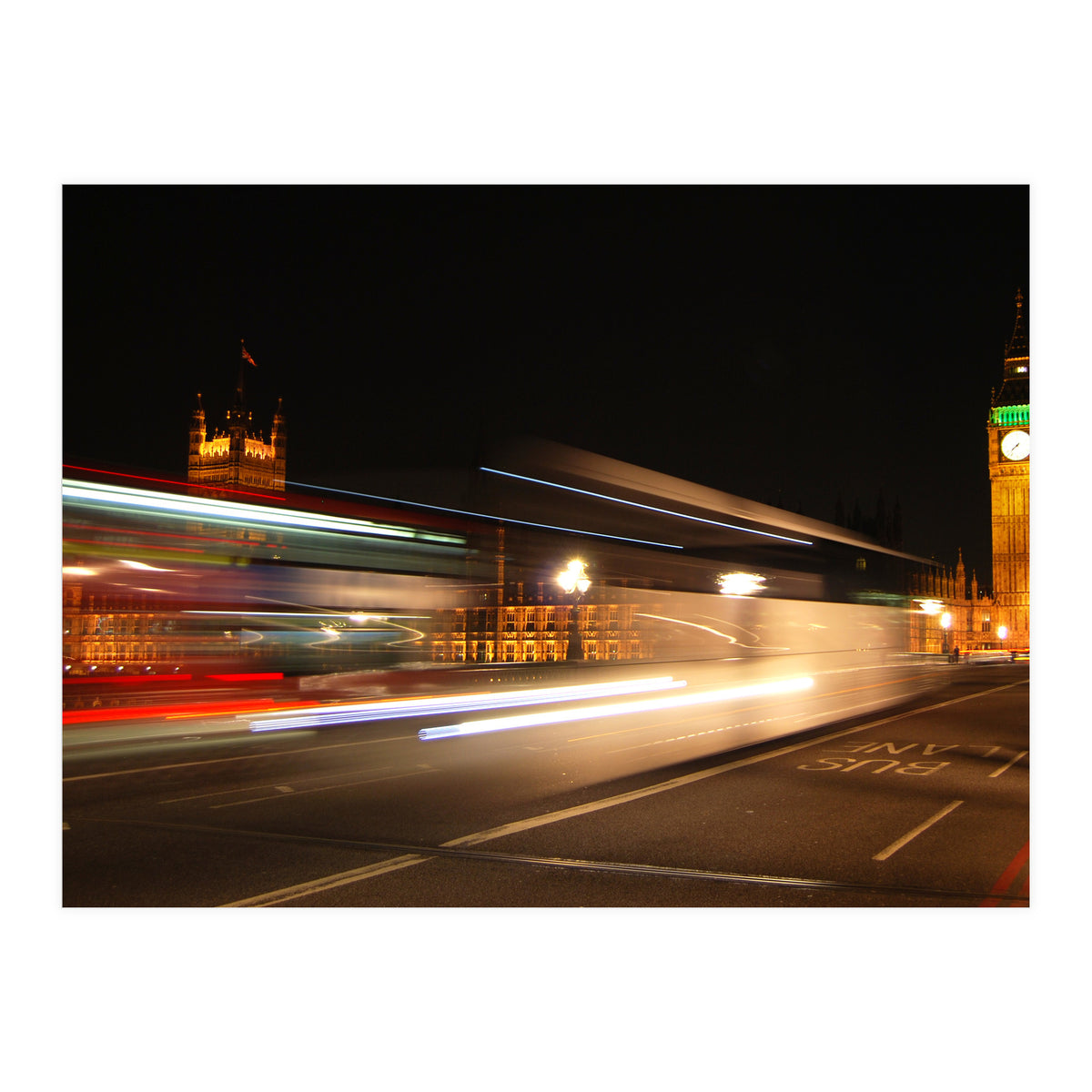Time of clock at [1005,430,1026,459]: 7:37
